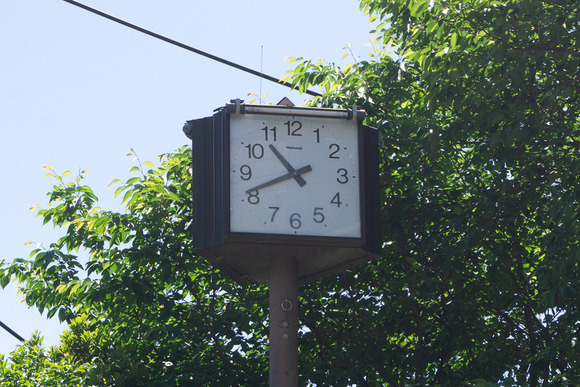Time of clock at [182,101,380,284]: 10:41
